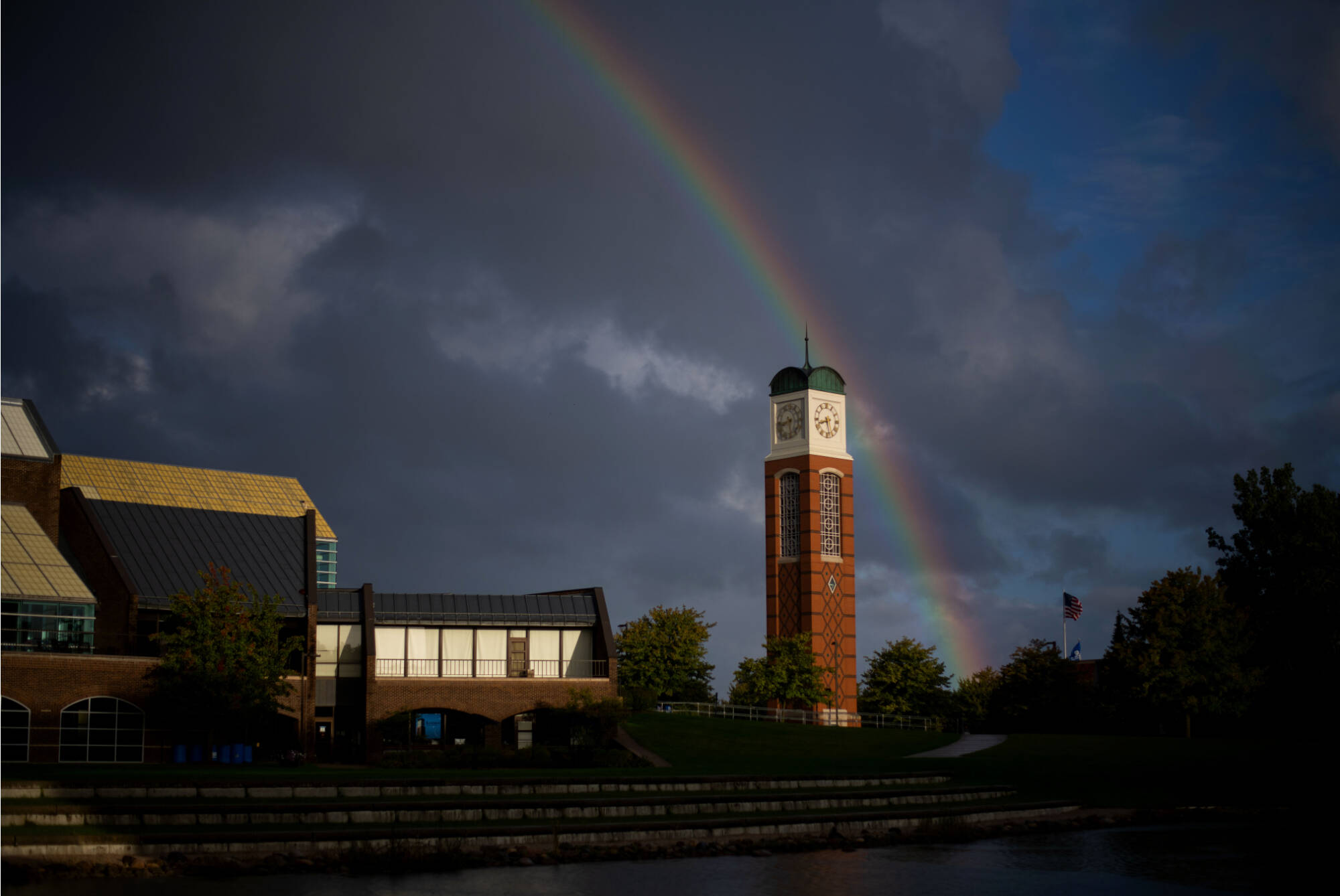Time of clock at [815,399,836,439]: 8:27
